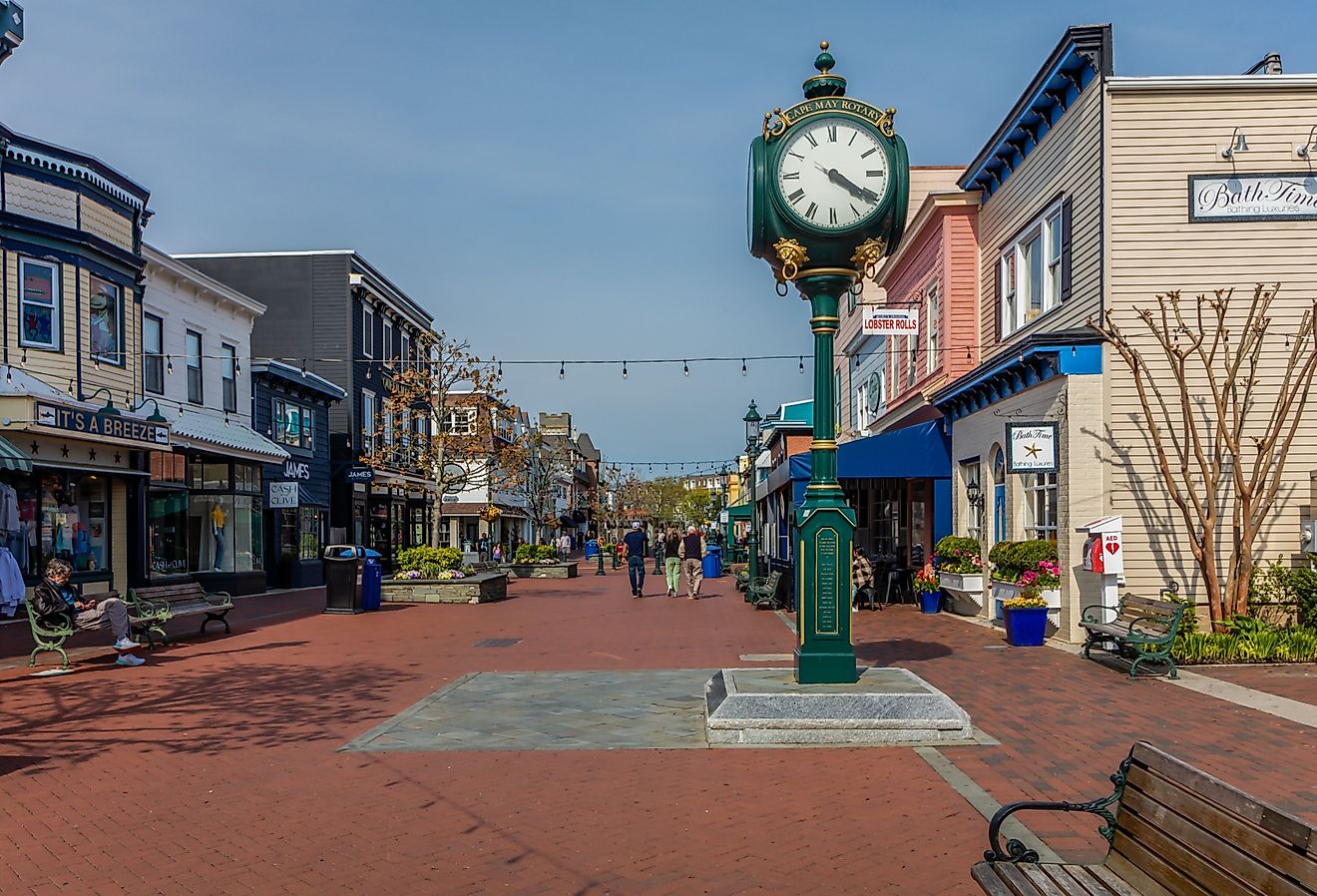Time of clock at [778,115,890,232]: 4:20
